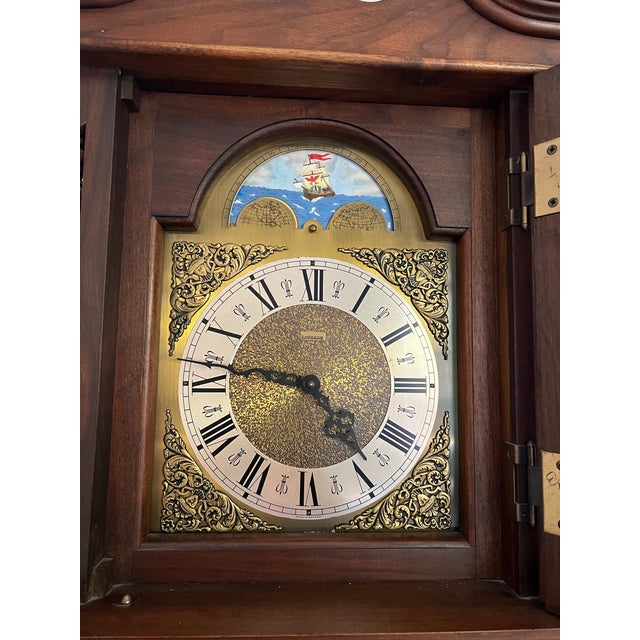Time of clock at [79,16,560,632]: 4:46
